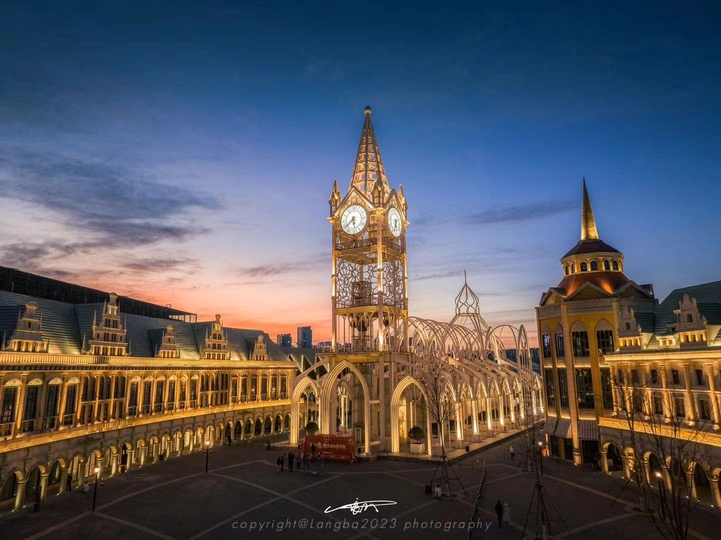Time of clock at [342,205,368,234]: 5:38
